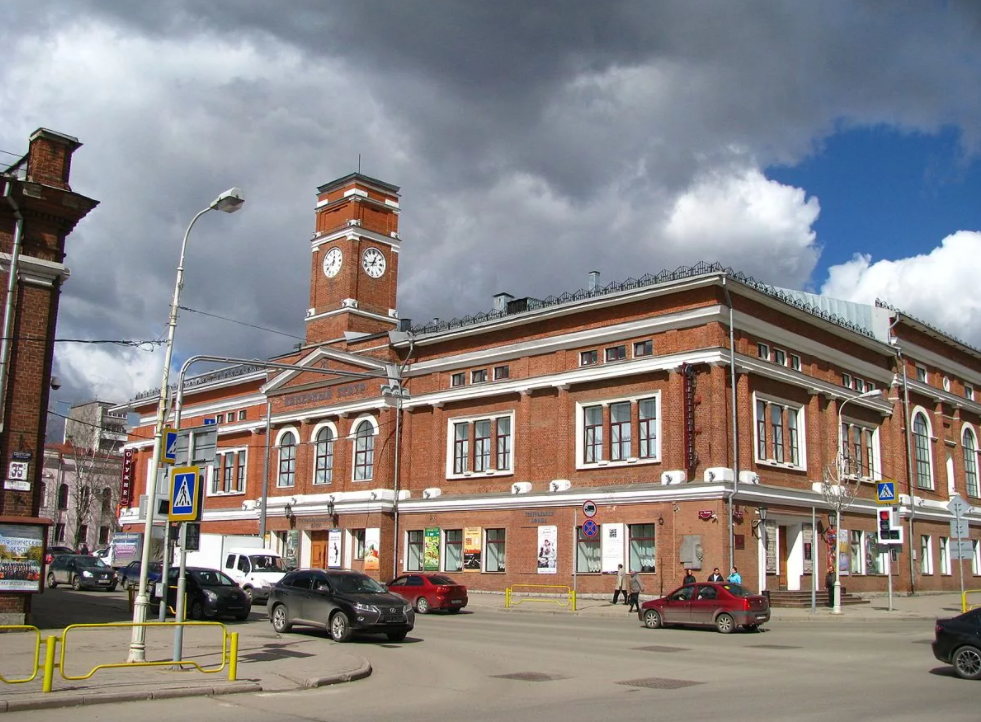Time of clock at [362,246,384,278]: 12:42
